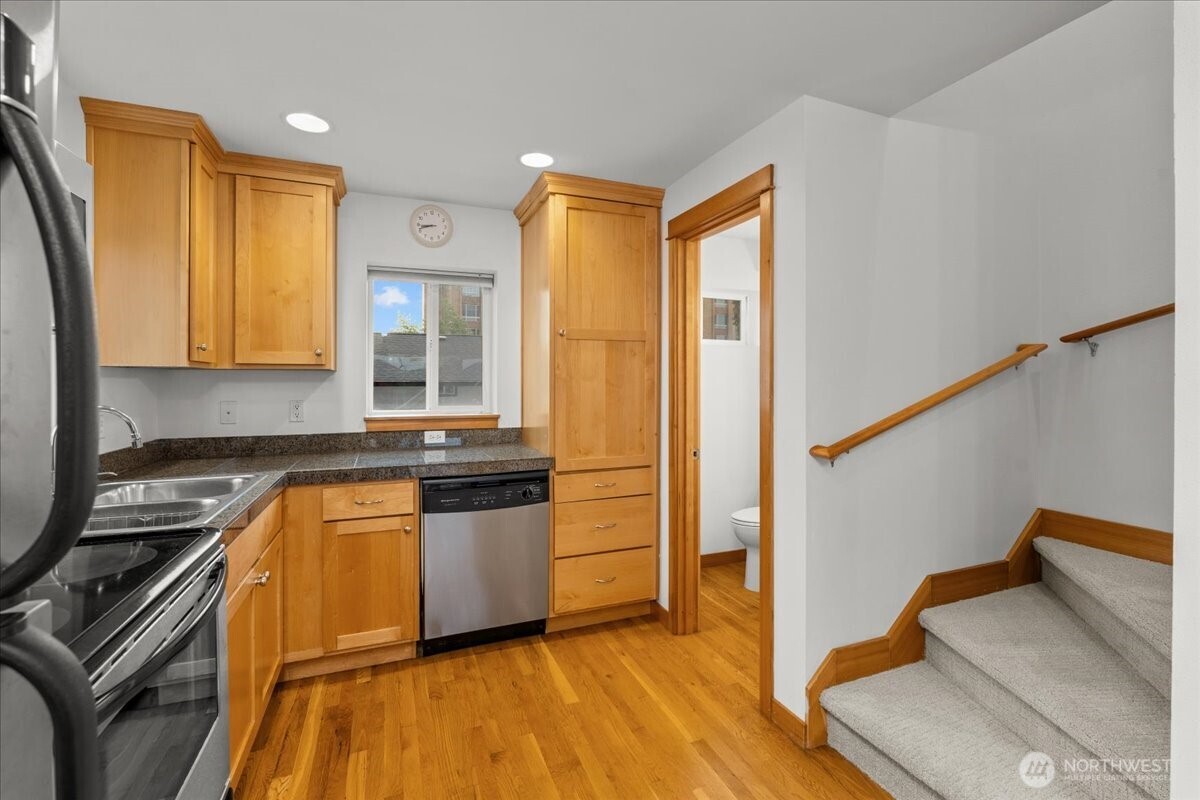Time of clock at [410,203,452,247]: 8:42
